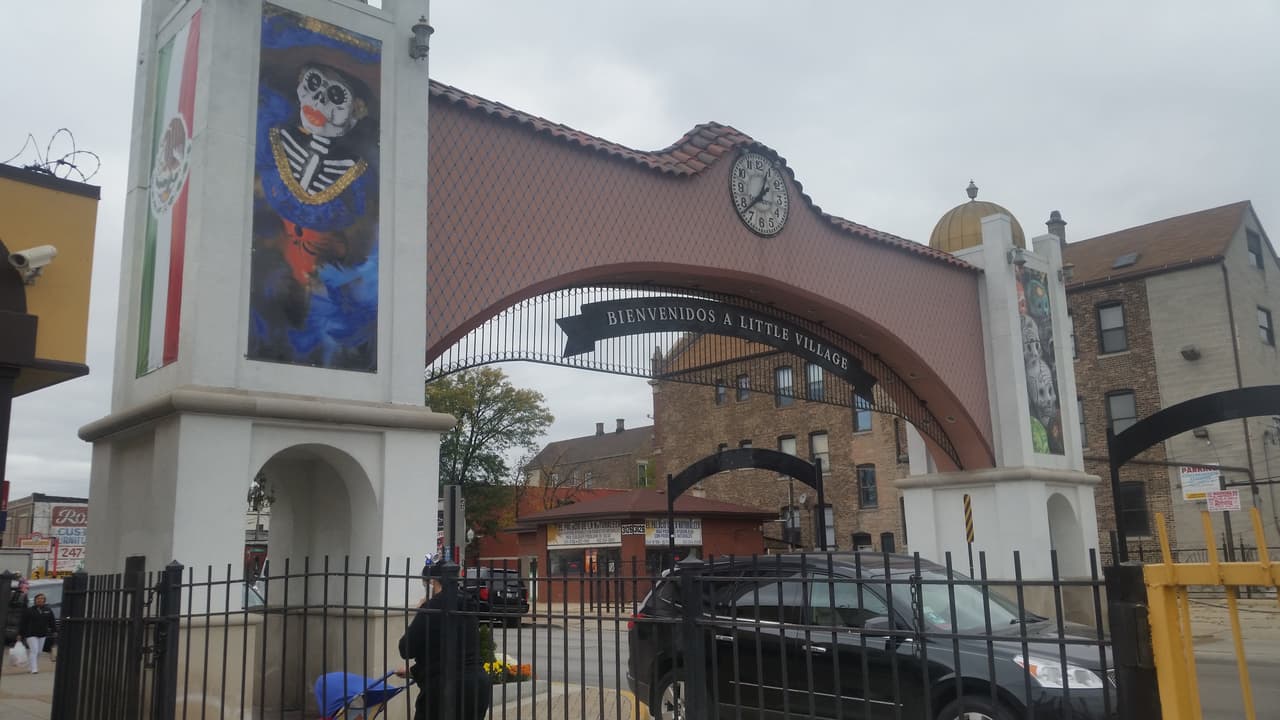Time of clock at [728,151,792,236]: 12:38
